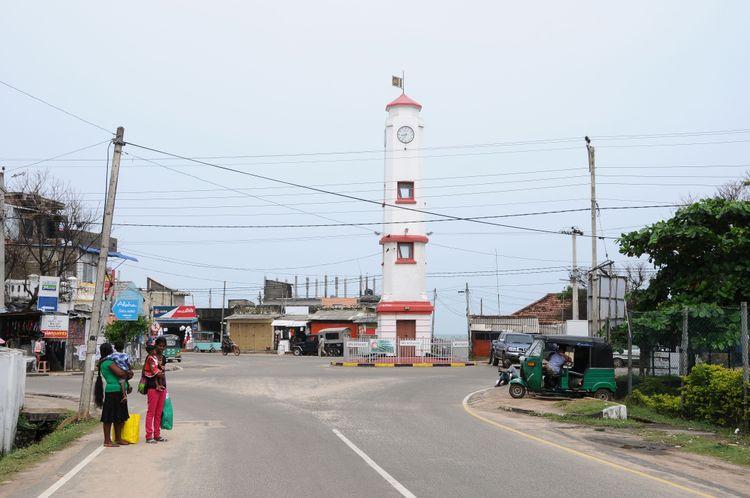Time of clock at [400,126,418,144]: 8:35
